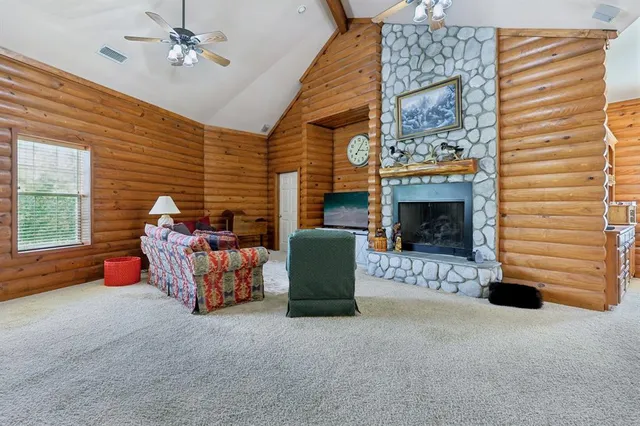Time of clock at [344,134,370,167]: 3:06
